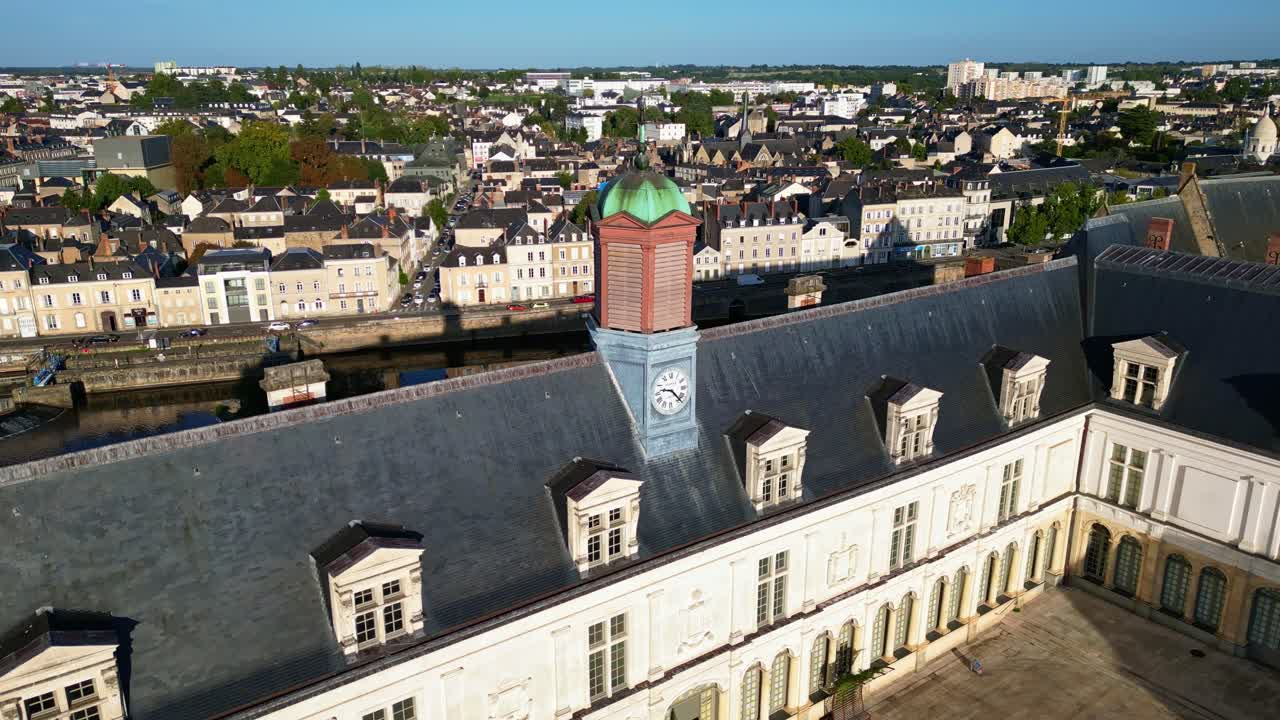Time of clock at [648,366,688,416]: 9:22
